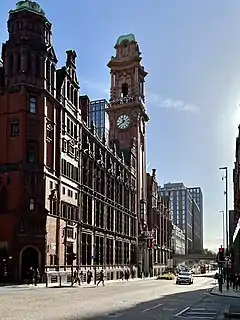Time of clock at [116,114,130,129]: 11:39
